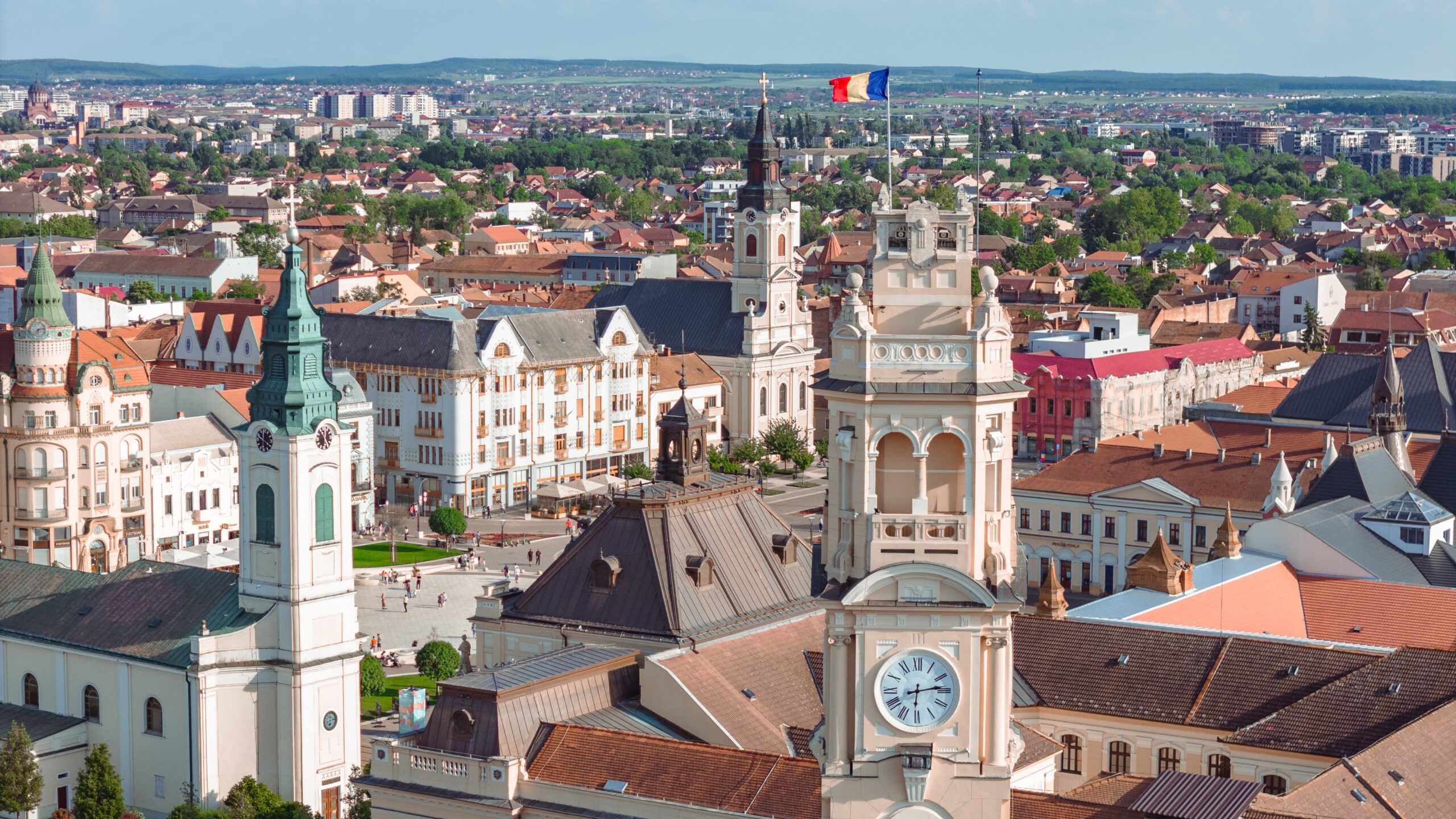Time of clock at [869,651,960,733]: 6:13
